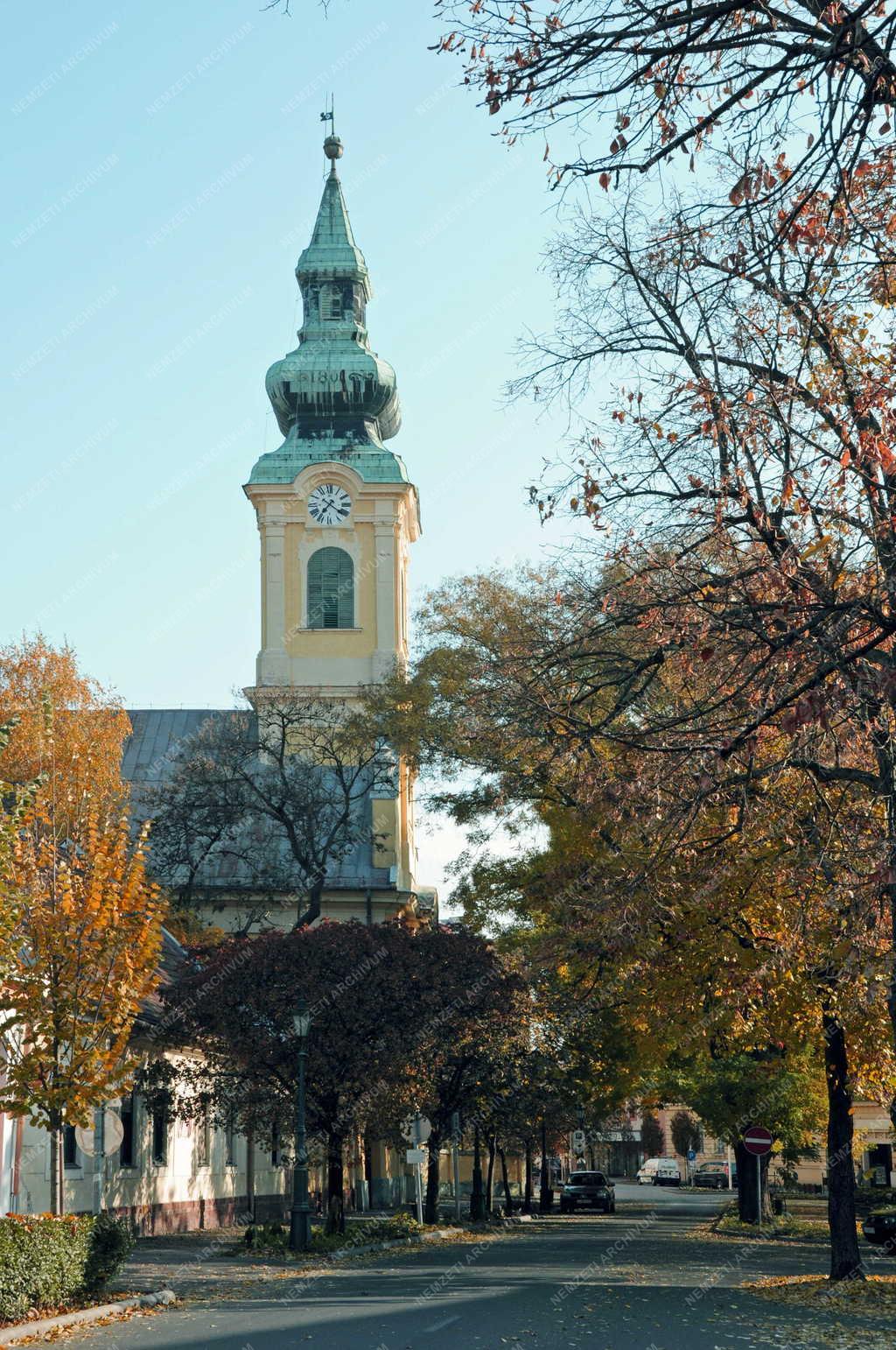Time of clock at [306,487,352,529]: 7:21
